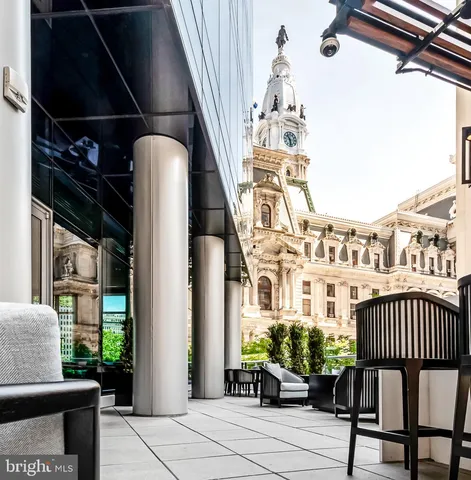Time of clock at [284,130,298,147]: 10:28
